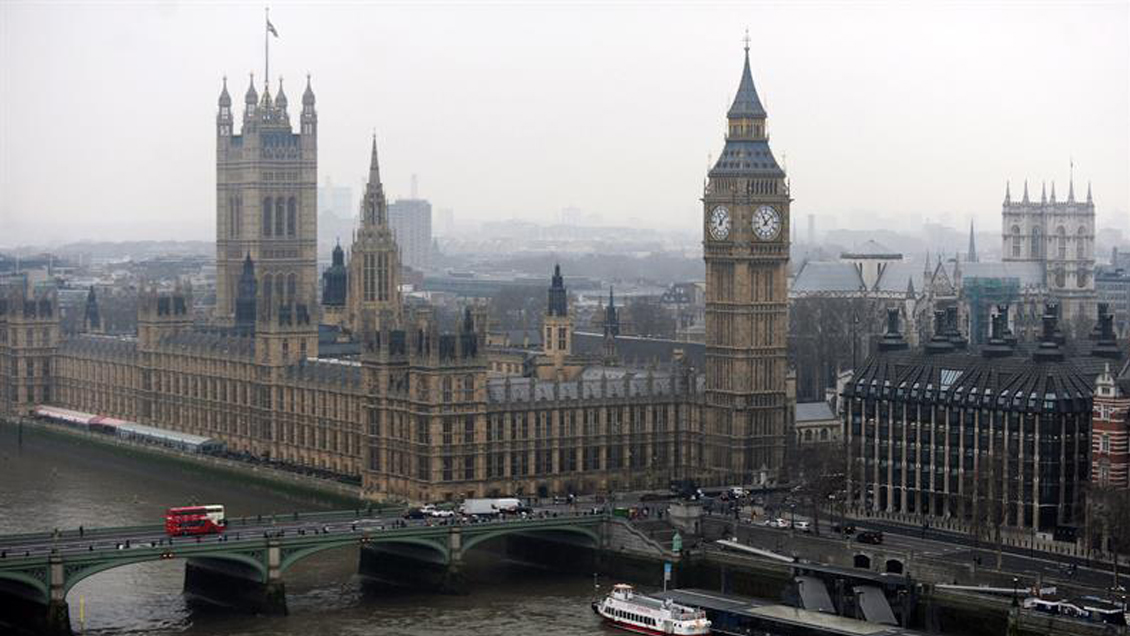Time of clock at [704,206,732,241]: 11:07
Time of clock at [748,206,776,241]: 11:07
